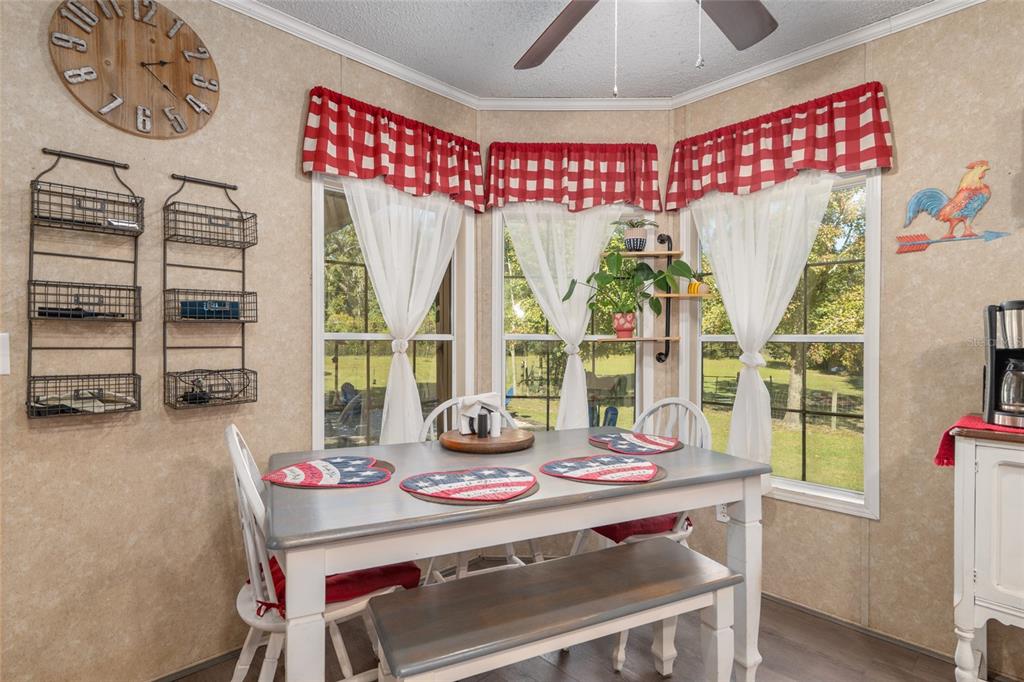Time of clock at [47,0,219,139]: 2:21
